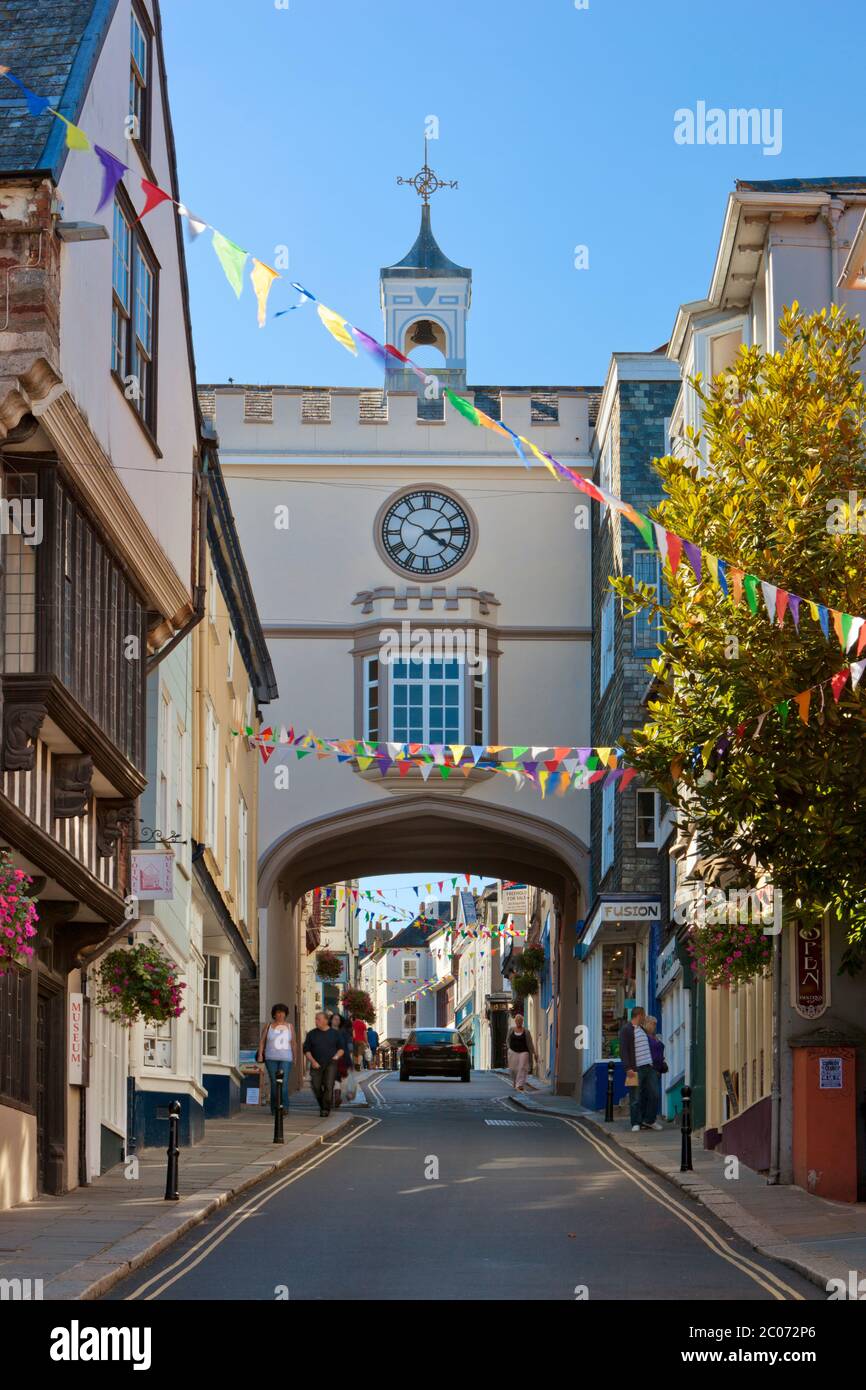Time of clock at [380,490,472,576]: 4:13
